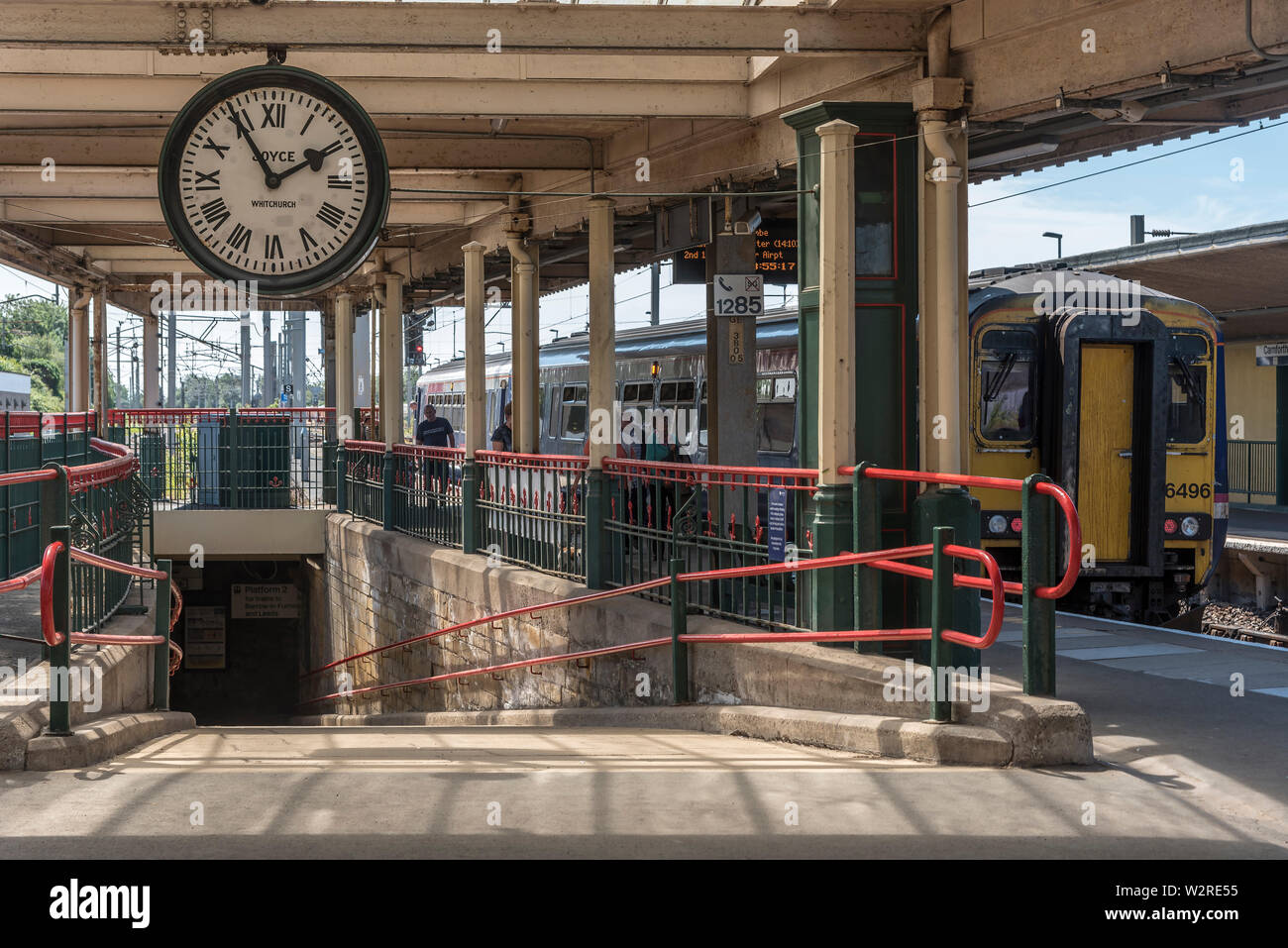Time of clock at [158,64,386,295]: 1:54
